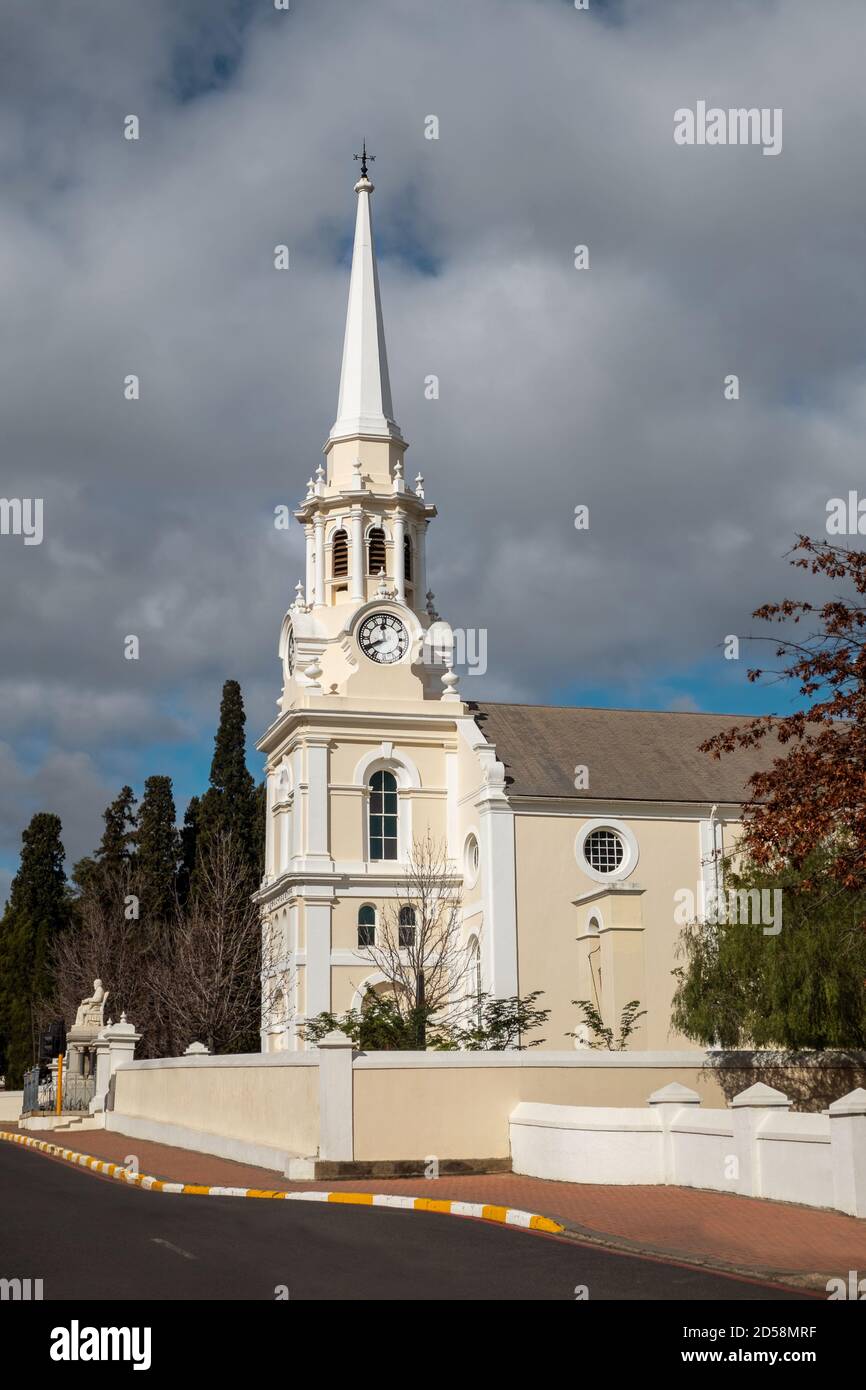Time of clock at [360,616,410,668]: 11:40
